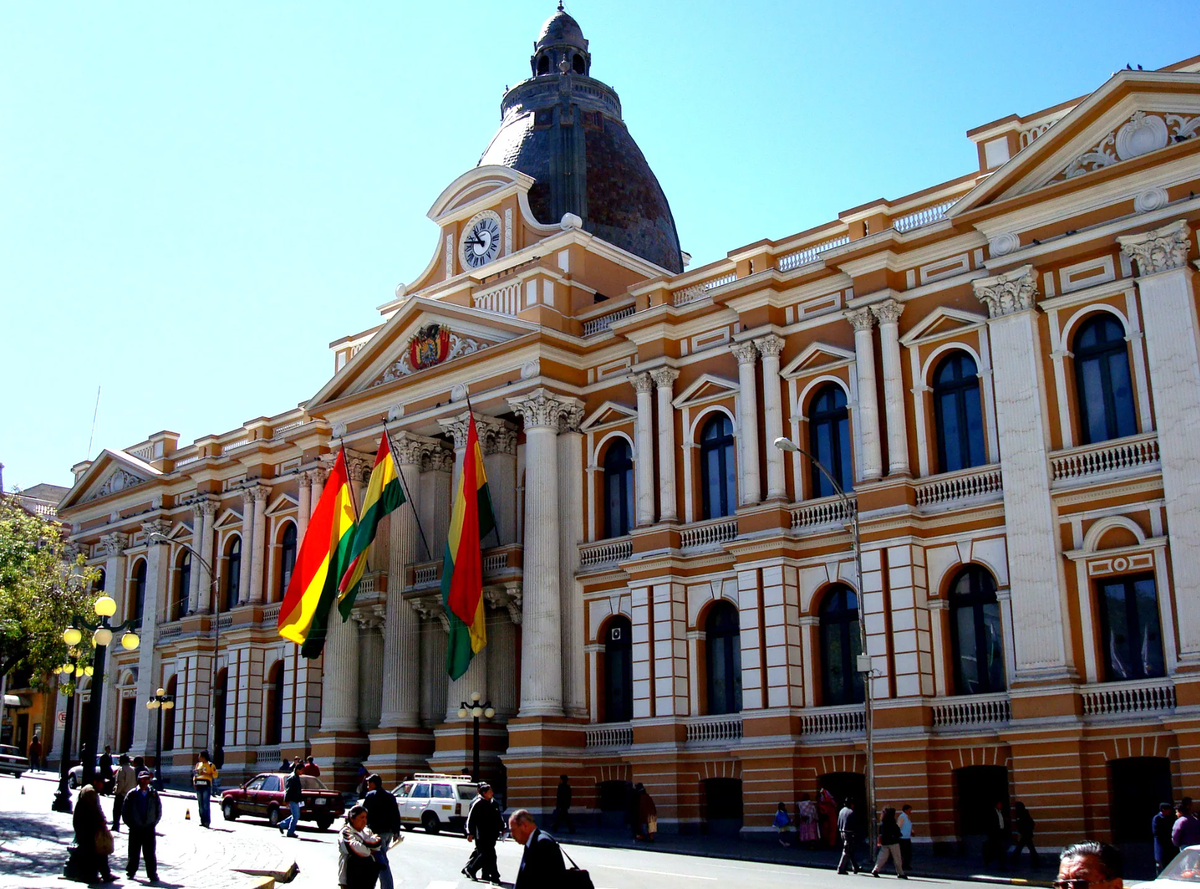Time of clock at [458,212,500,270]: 10:47
